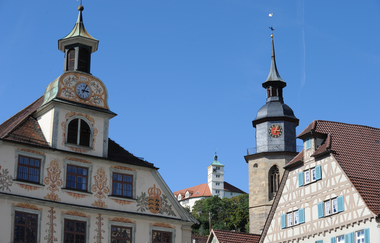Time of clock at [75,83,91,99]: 3:04
